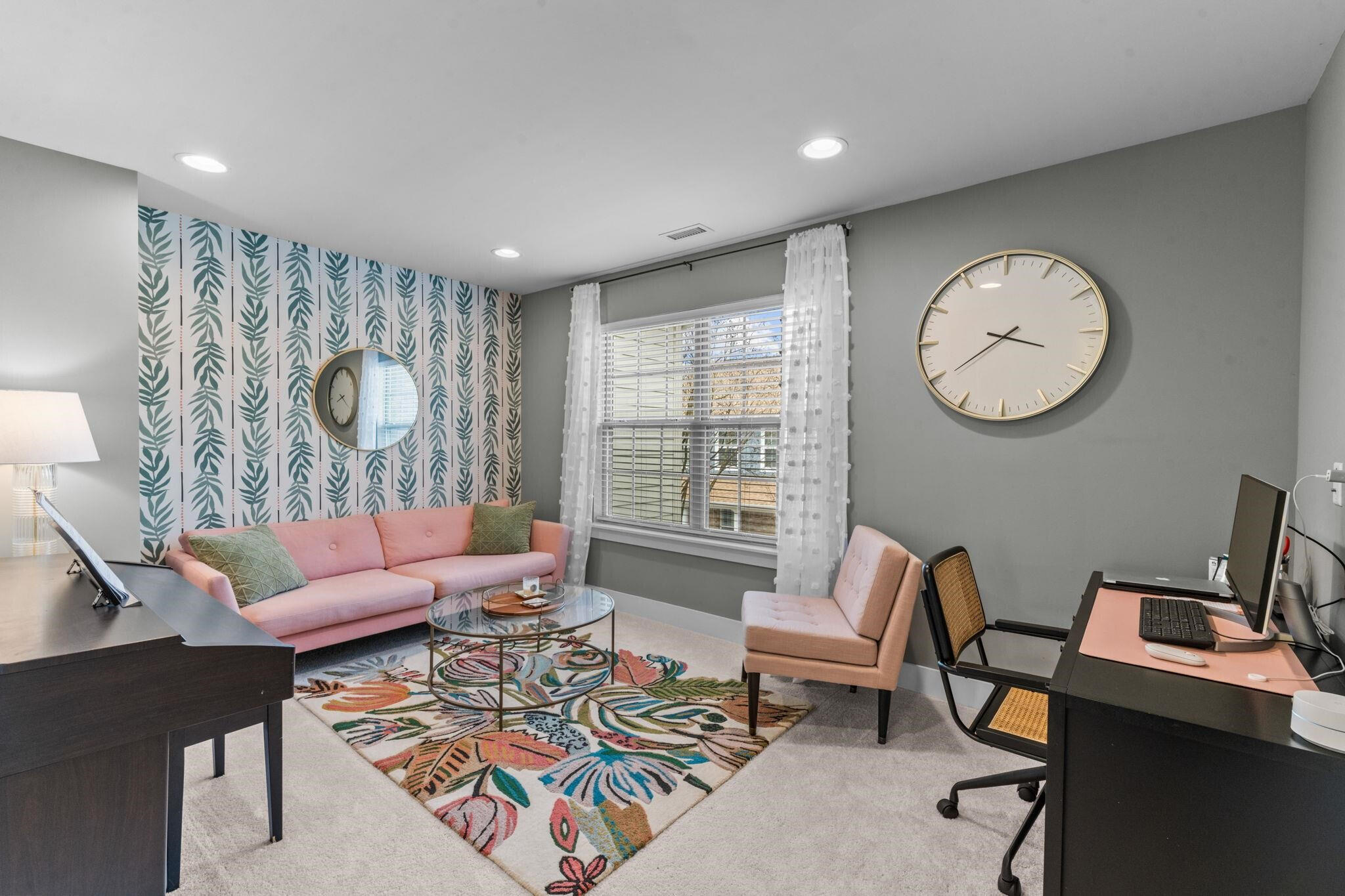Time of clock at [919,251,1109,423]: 3:39
